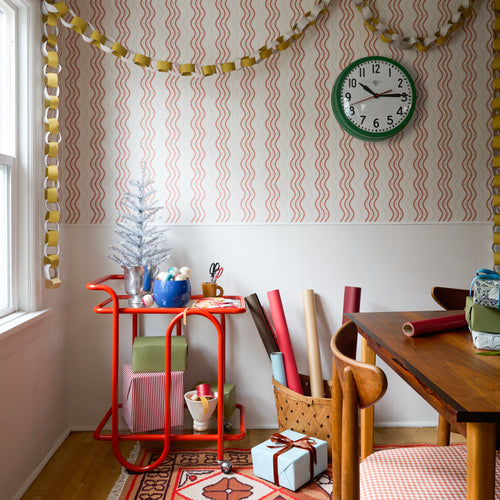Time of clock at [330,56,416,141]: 10:14
